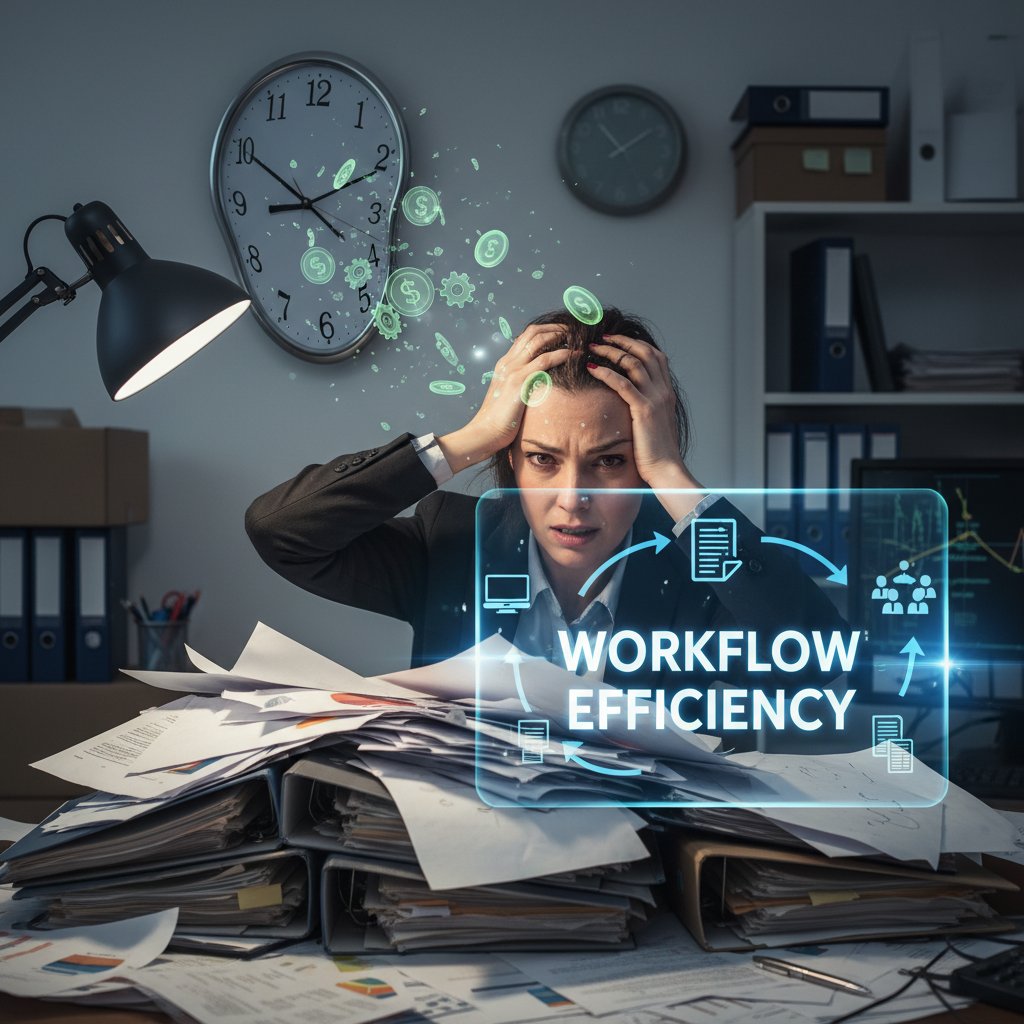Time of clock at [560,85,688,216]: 1:53
